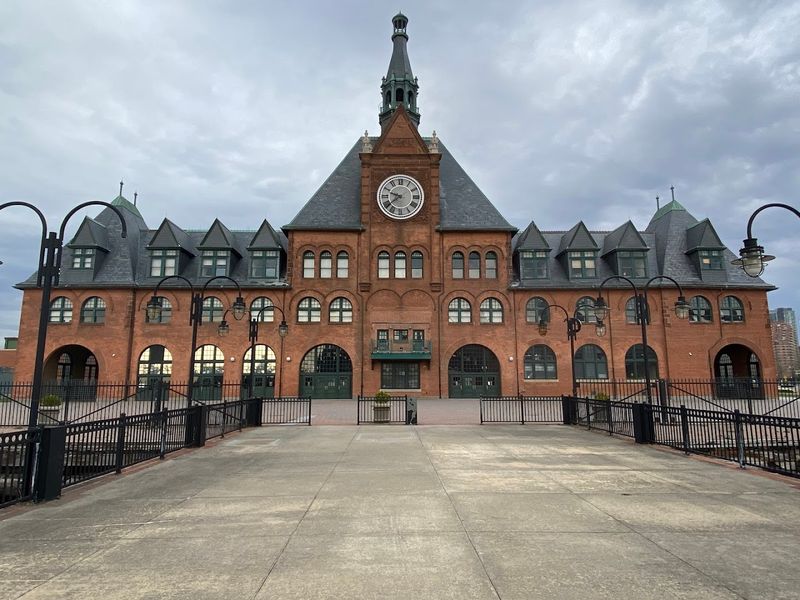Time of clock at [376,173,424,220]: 9:38
